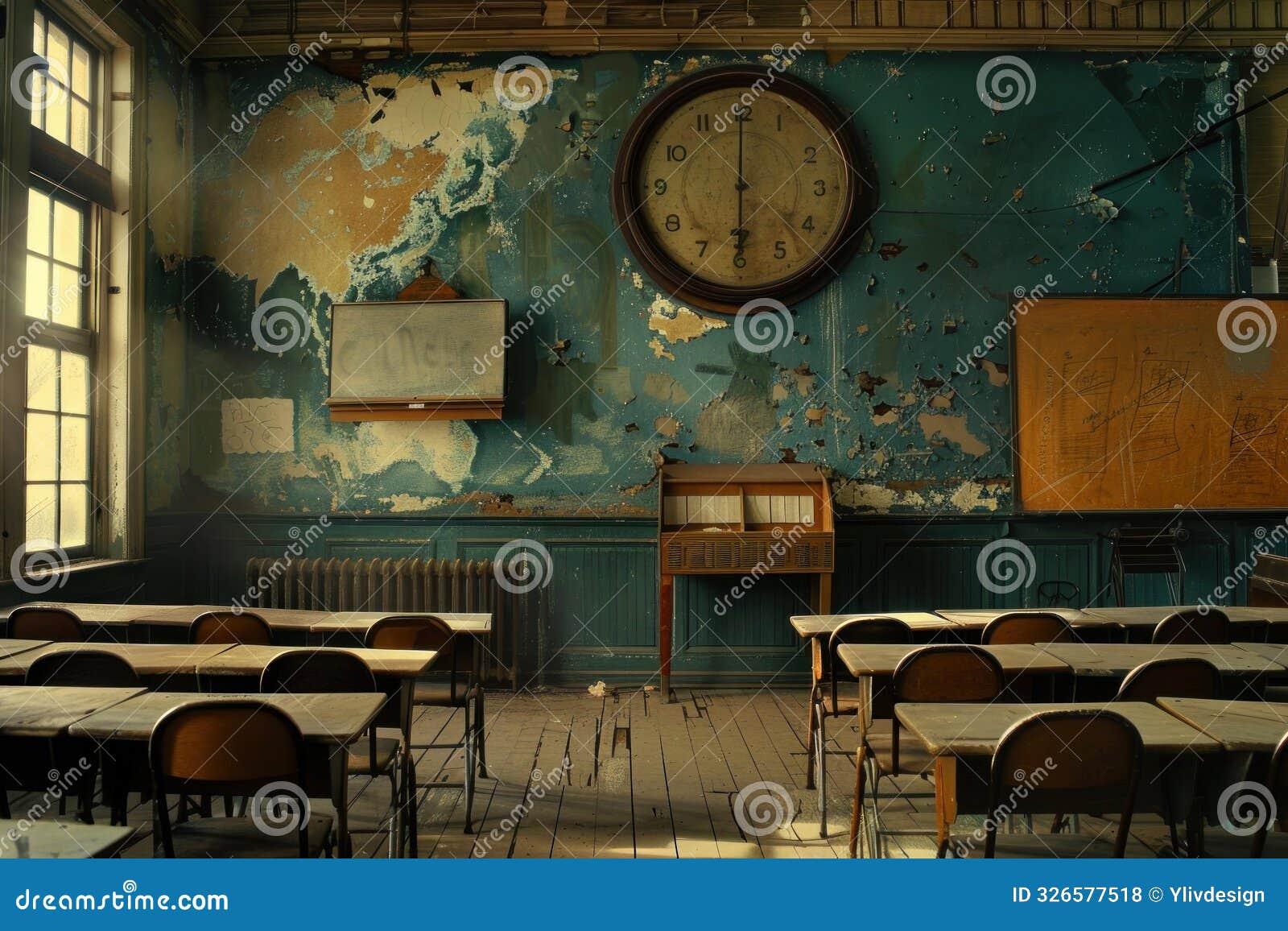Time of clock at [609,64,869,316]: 6:00
